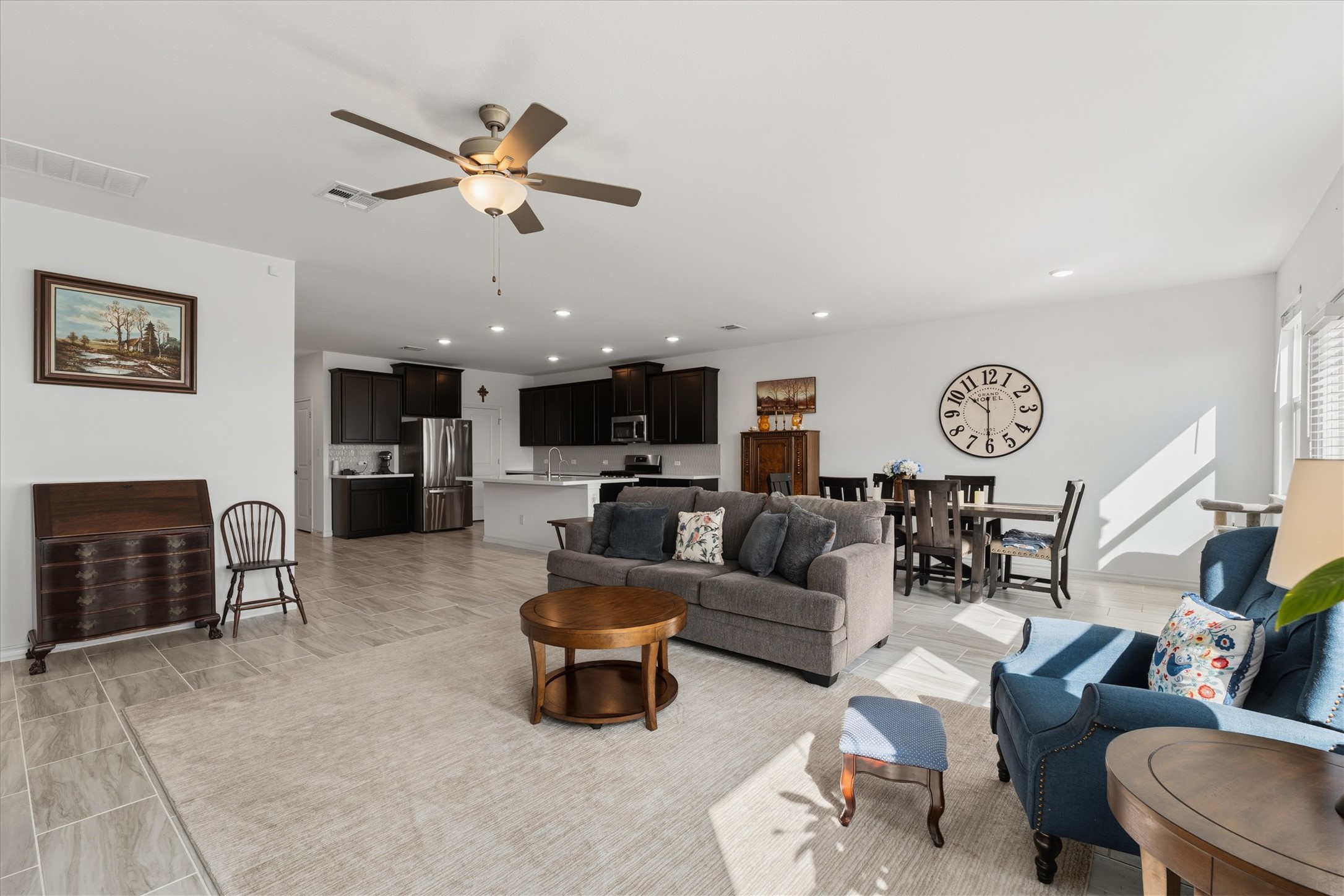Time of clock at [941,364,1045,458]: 10:30
